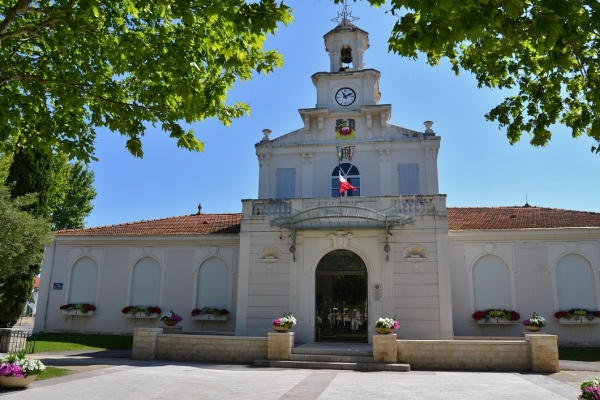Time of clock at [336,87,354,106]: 11:10
